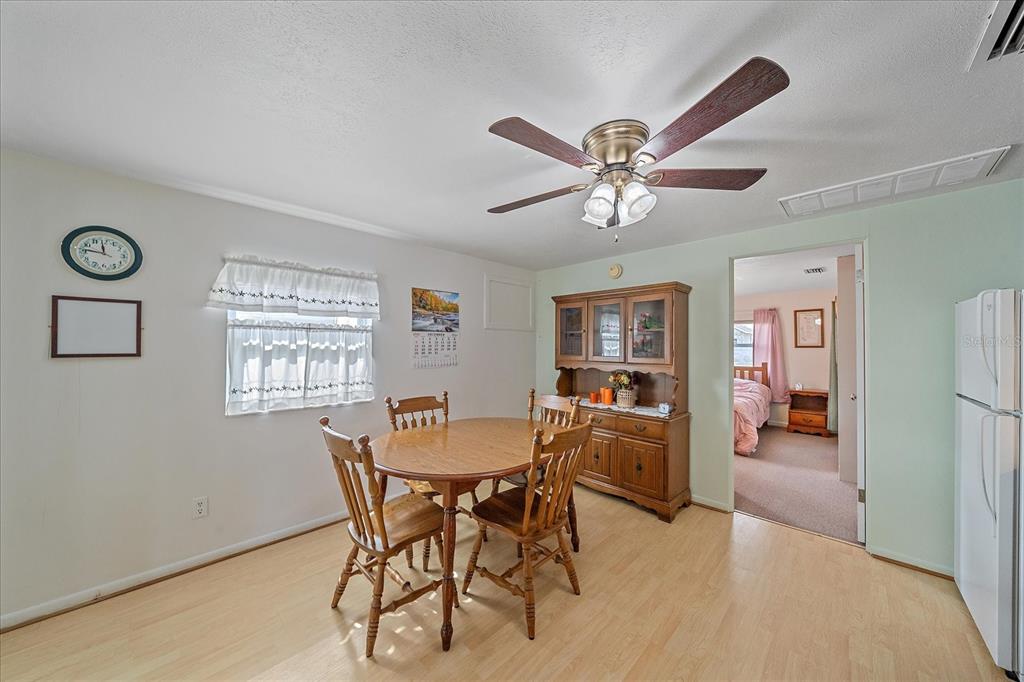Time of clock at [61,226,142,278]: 11:46
